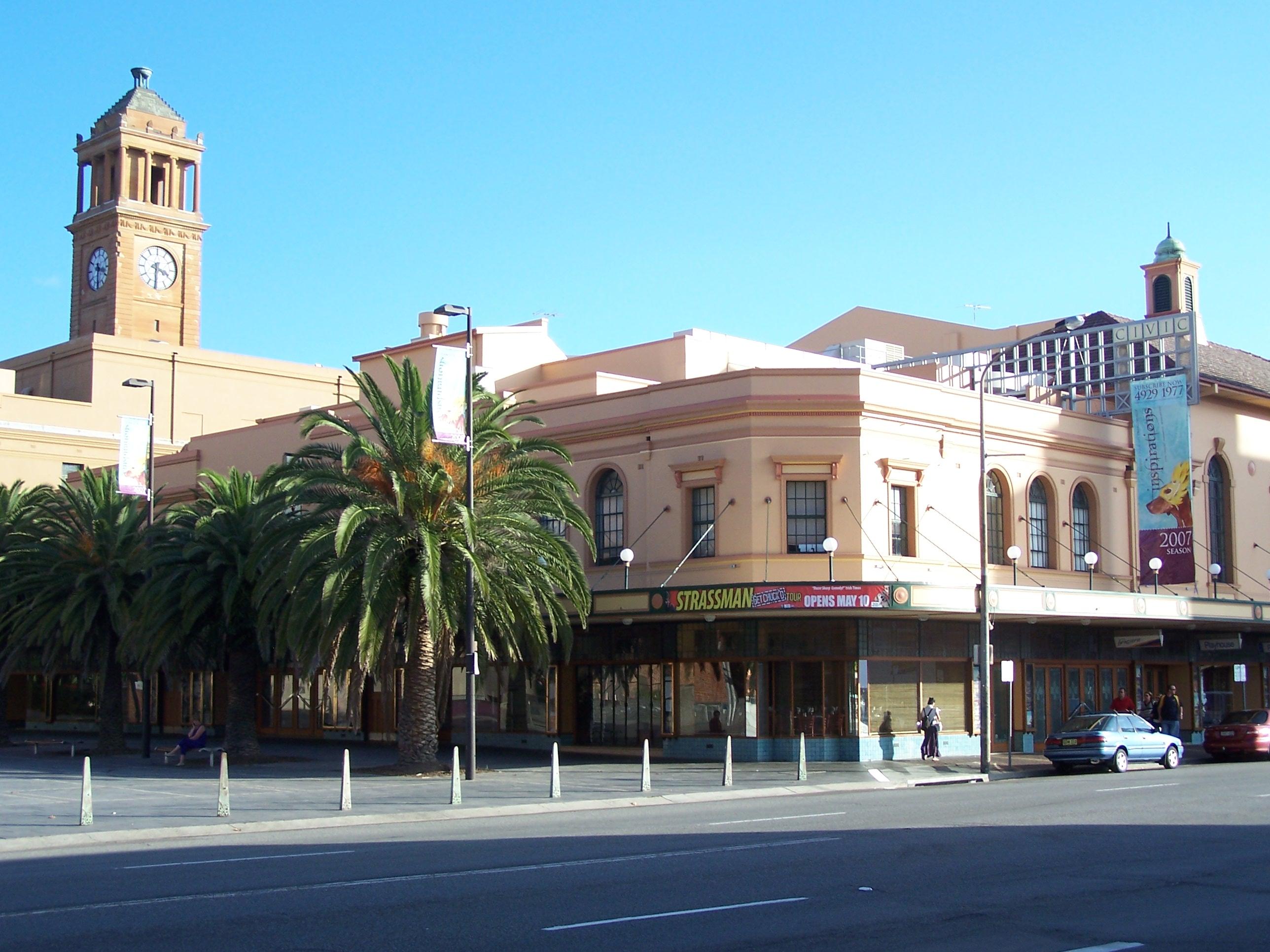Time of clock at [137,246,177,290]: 3:30
